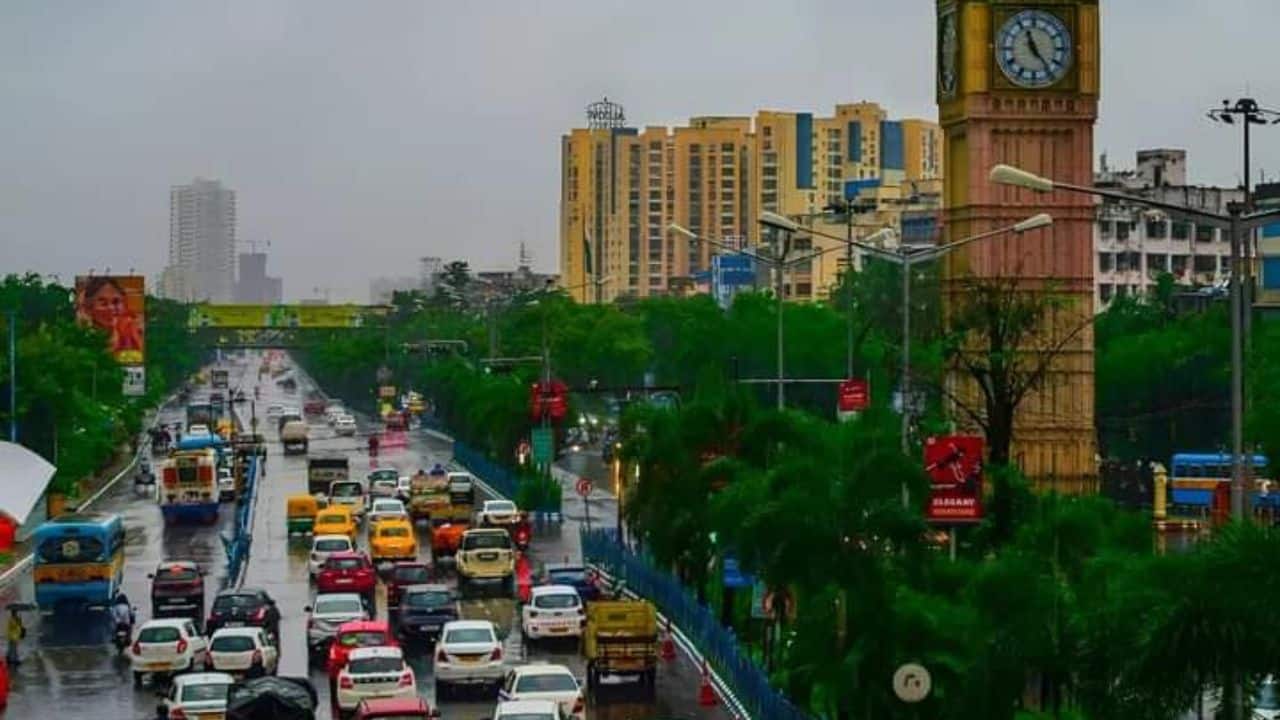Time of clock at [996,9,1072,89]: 11:23
